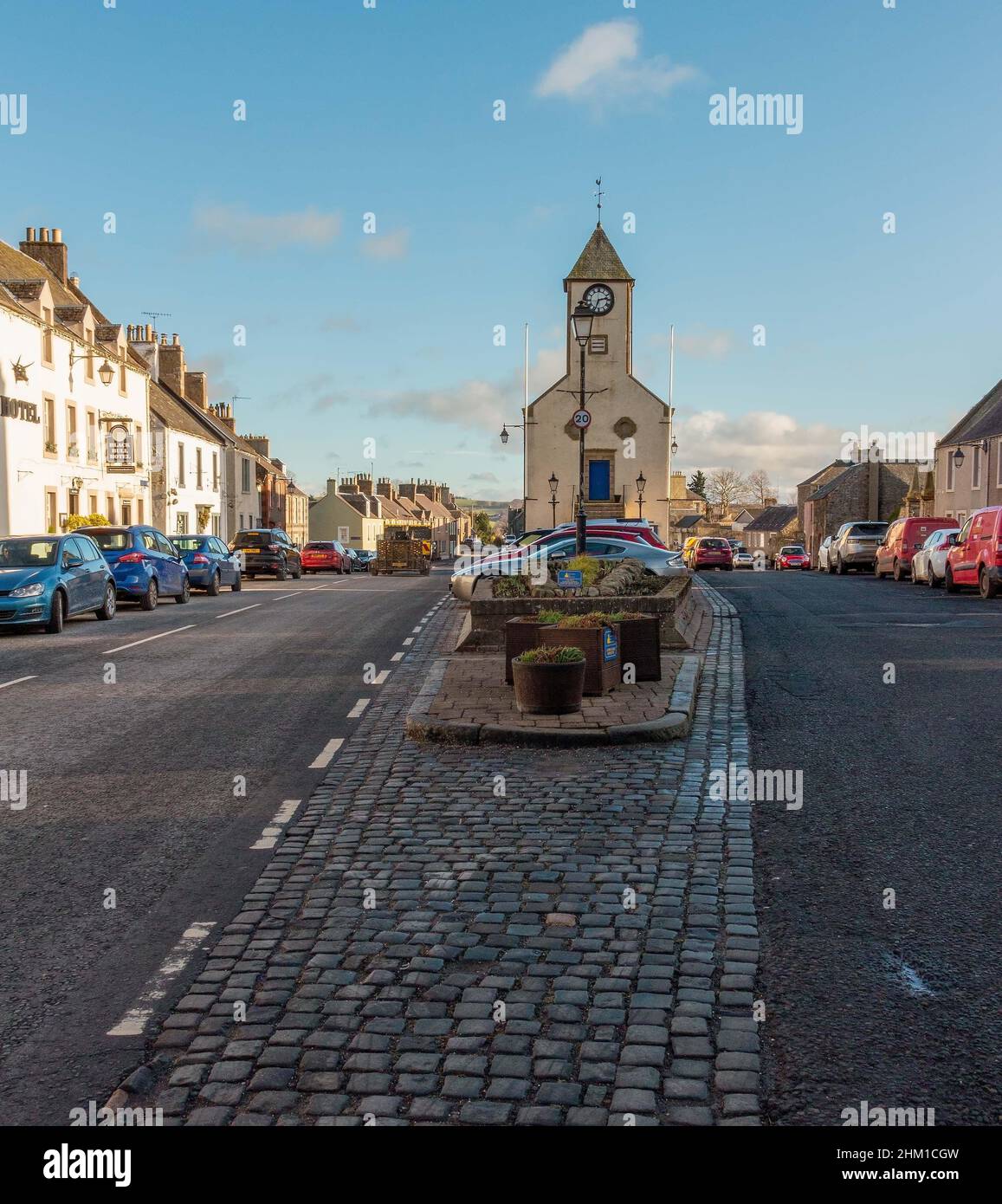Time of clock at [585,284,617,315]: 2:33
